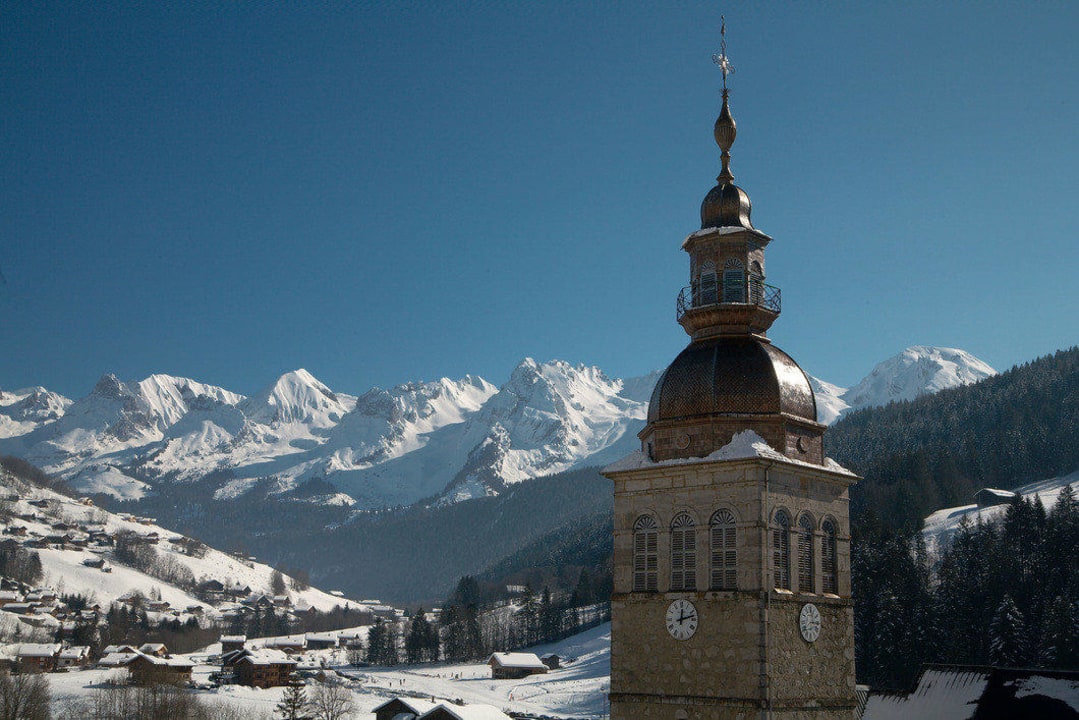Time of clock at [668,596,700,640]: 12:12
